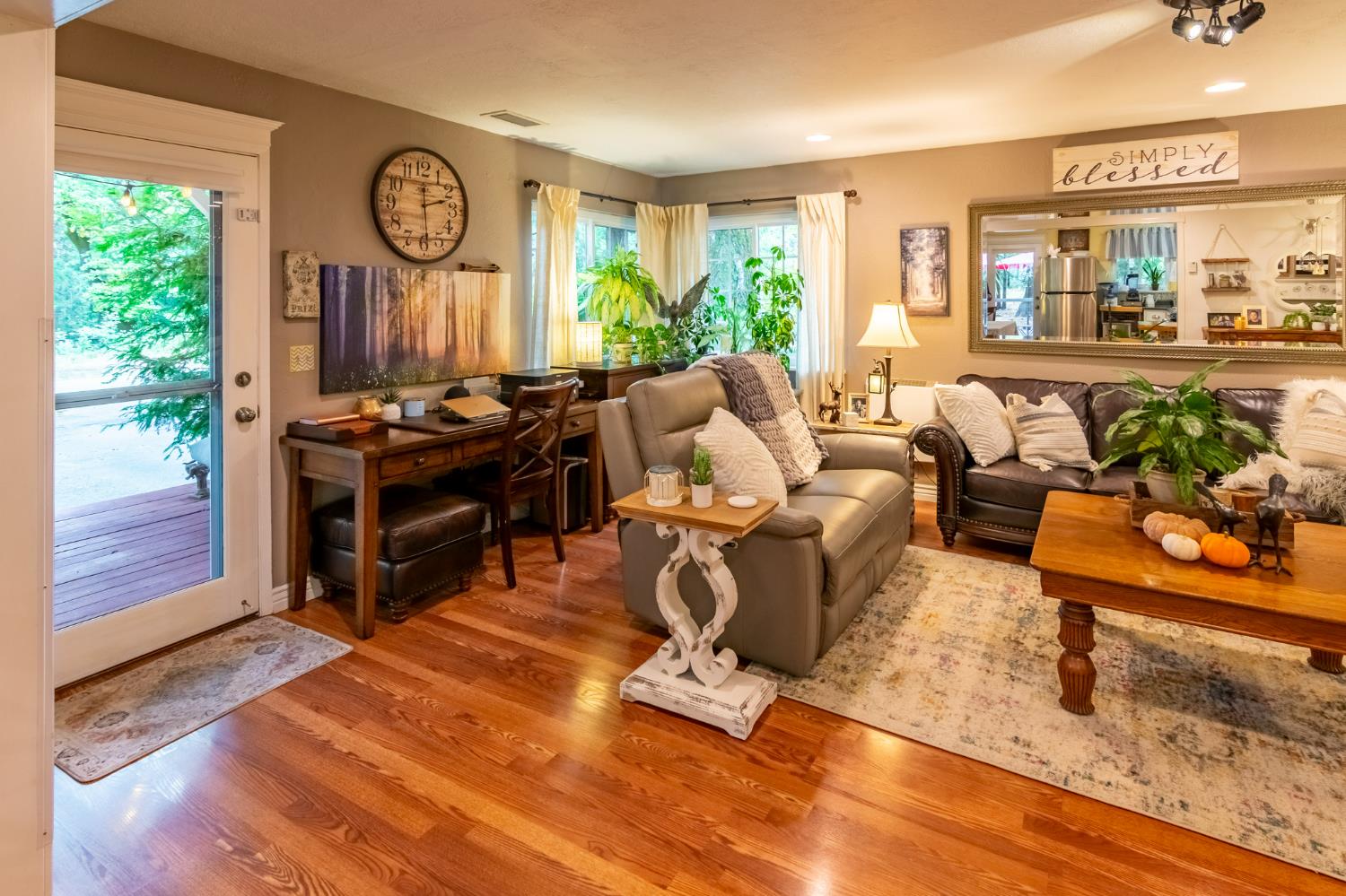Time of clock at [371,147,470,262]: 2:29
